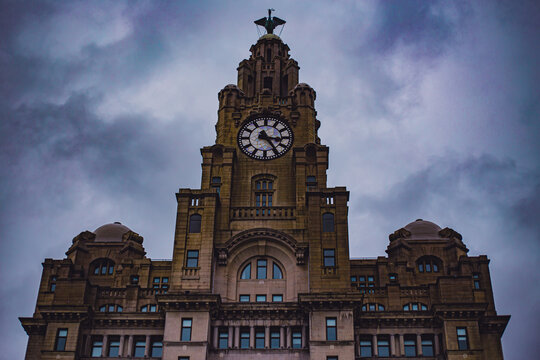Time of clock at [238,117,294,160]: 3:24
